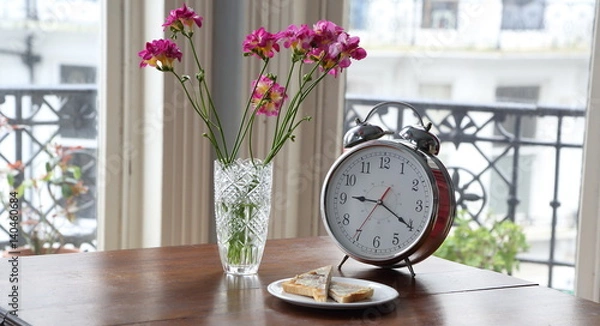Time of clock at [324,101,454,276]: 9:20
